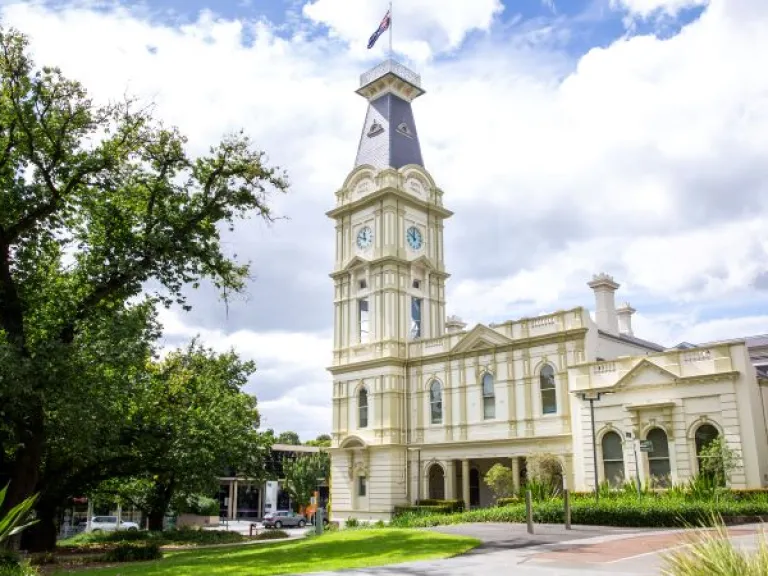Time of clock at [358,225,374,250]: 11:47
